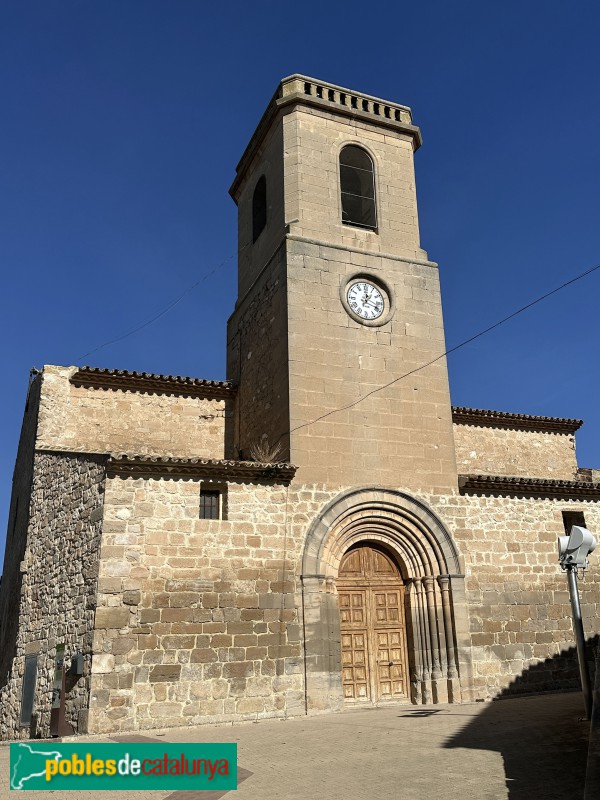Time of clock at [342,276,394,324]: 12:18
